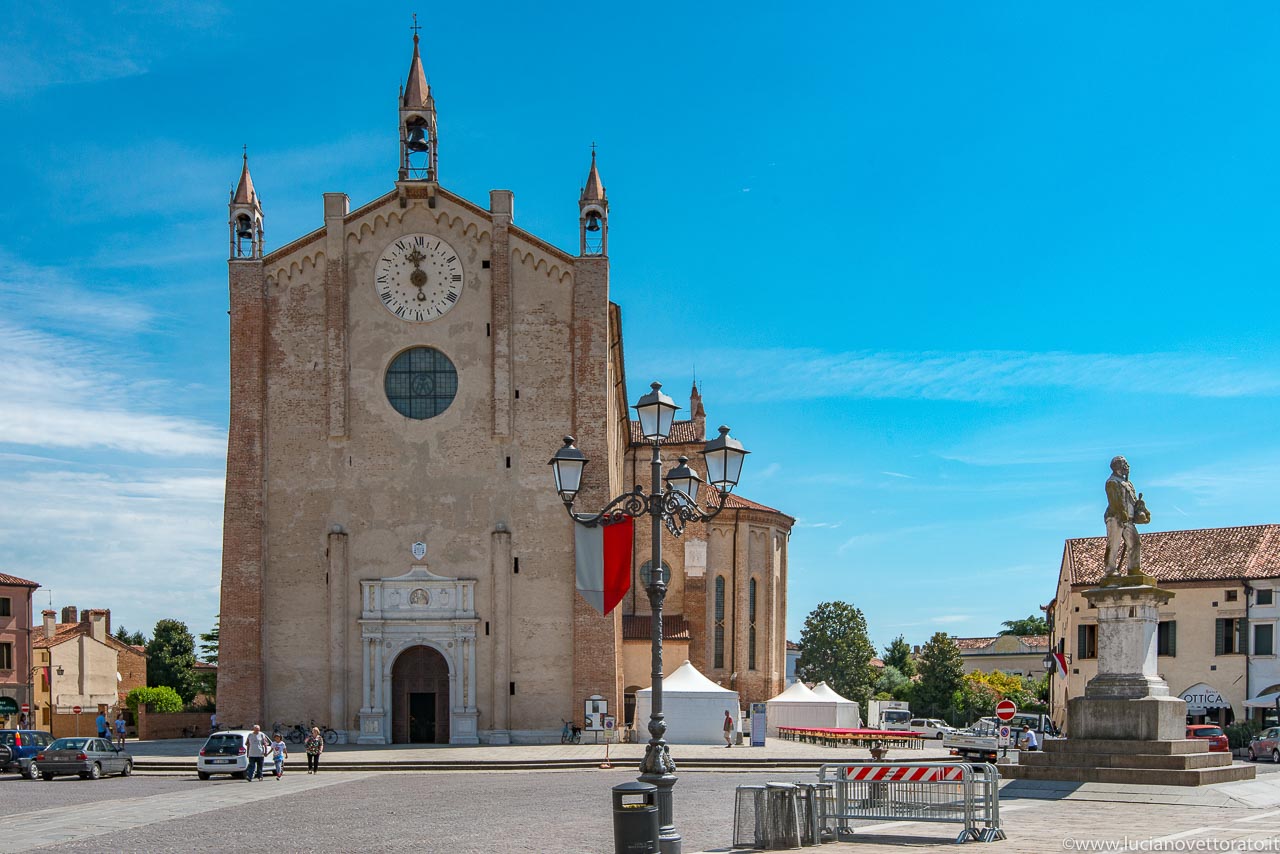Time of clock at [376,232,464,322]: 5:58
